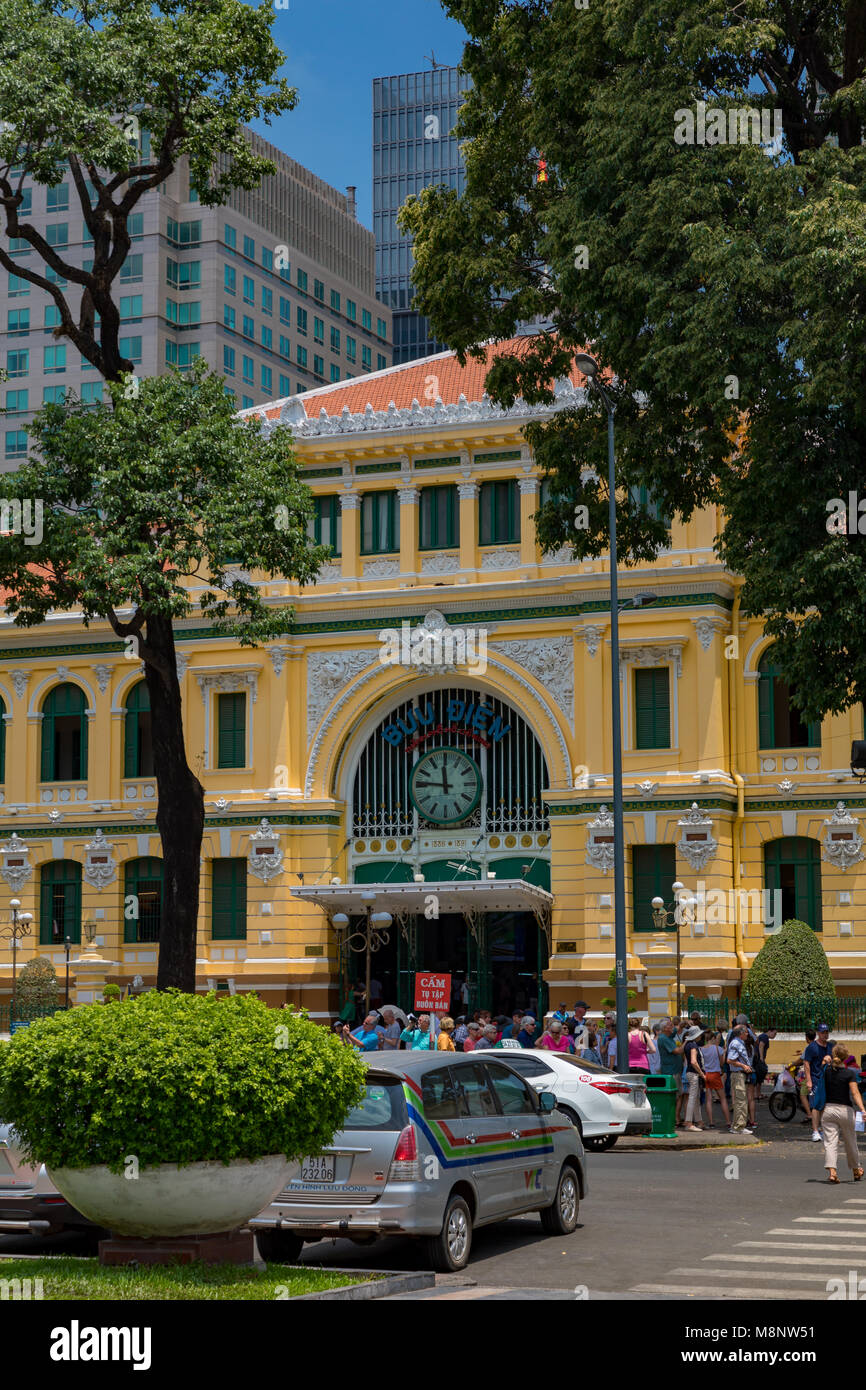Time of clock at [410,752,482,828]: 11:46
